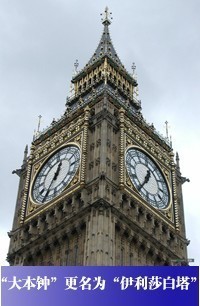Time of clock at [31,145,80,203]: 12:34
